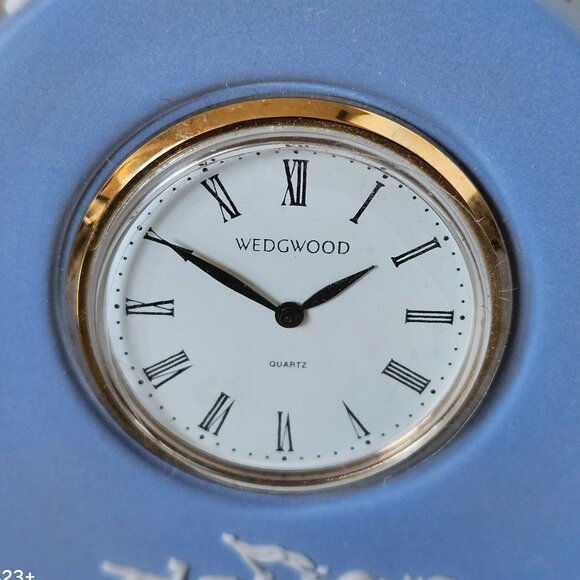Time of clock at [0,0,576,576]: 1:50
